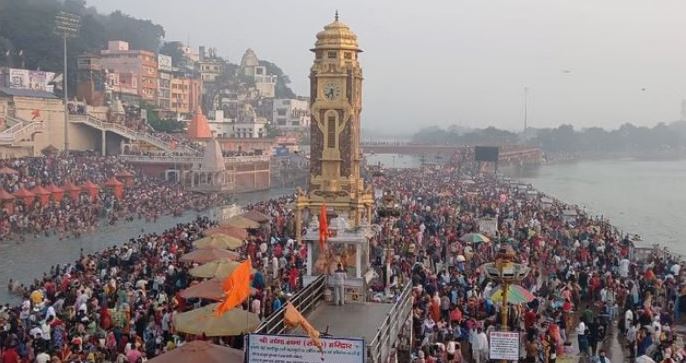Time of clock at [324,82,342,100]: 7:28
